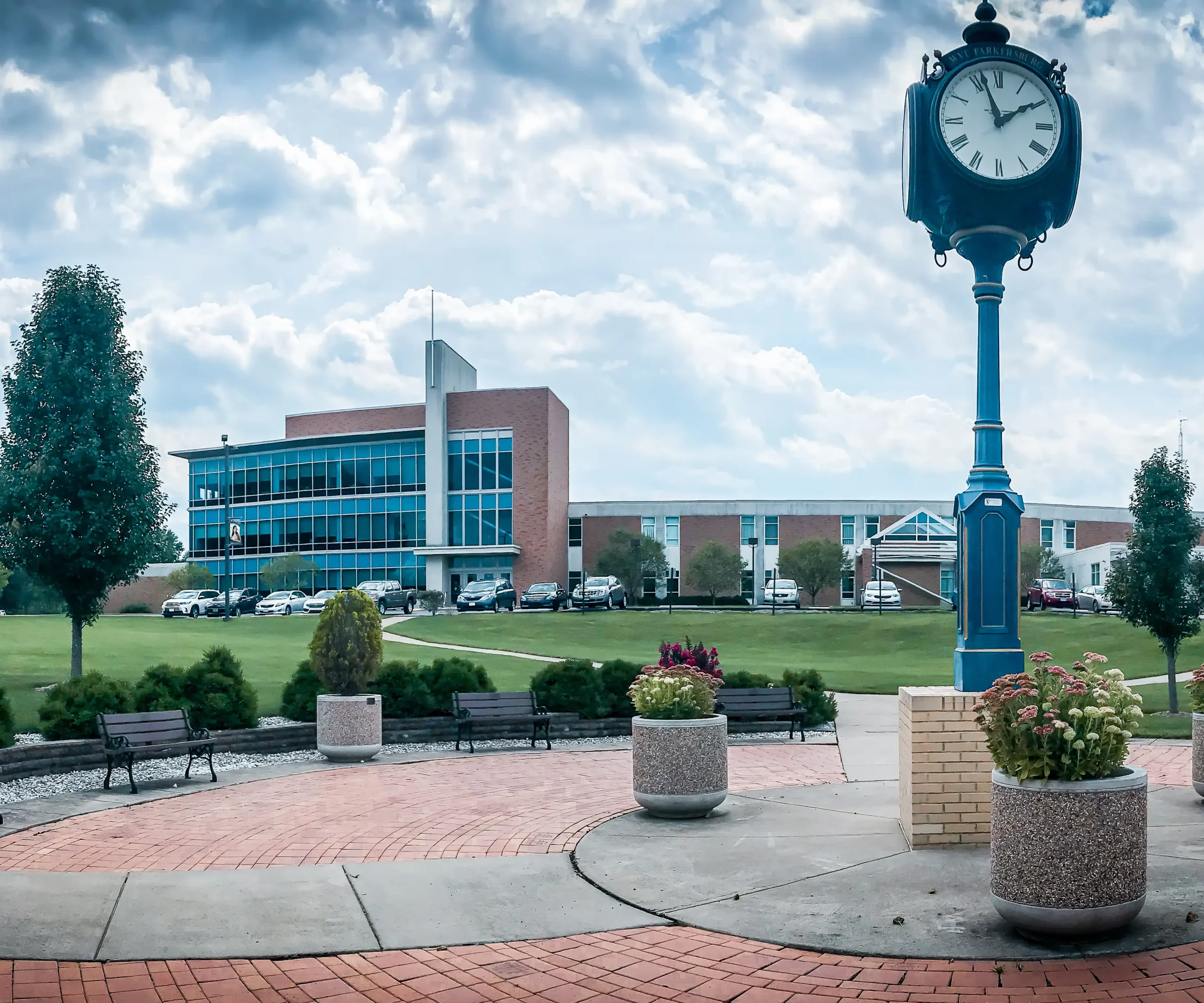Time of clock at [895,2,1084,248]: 1:56
